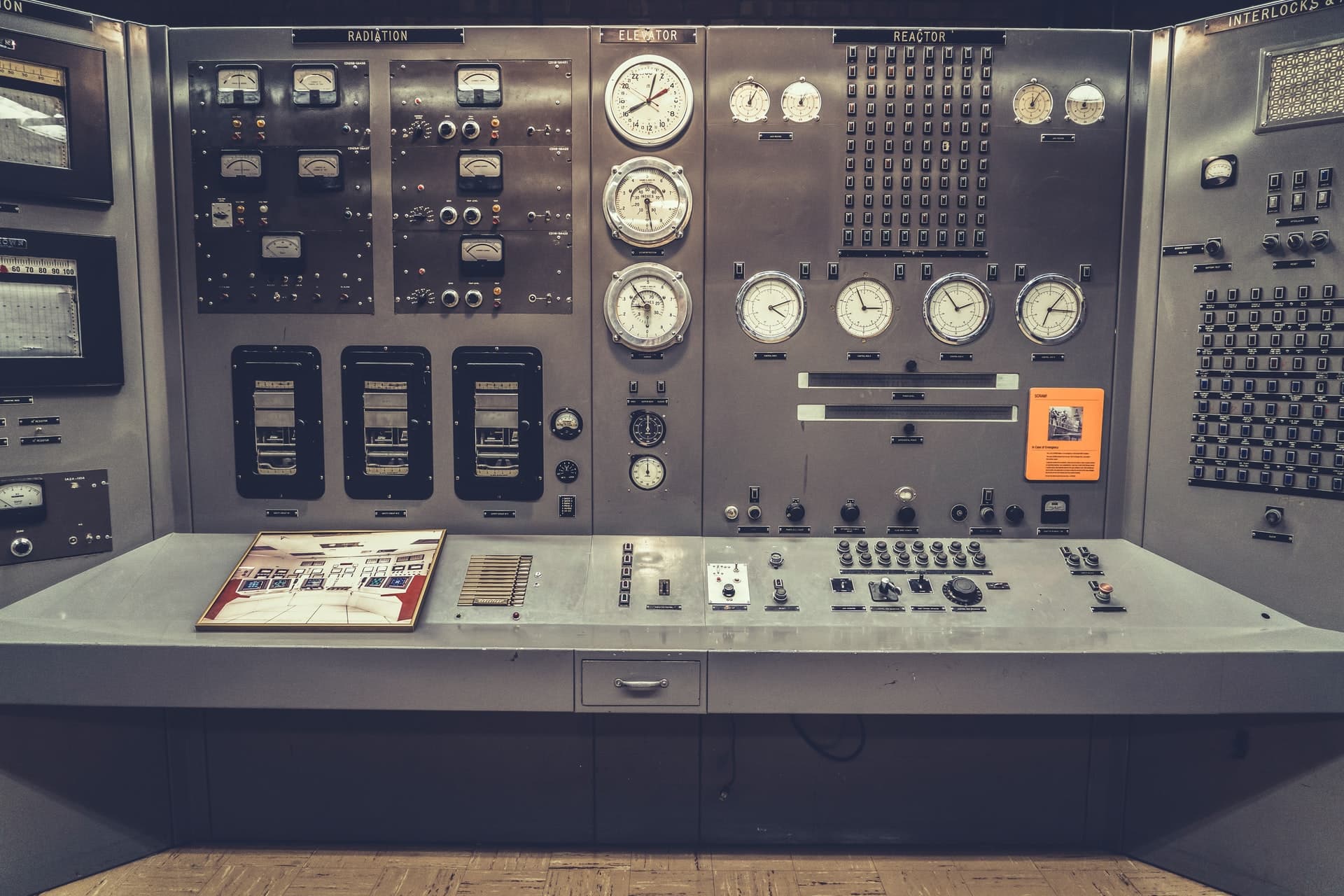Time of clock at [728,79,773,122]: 12:06
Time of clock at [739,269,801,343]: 4:11
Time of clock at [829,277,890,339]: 2:56
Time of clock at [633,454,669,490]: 12:00
